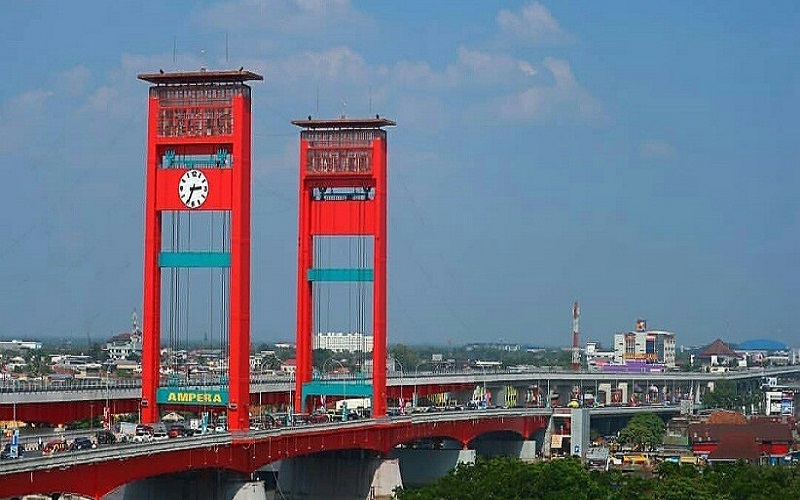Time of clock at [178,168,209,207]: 2:34
